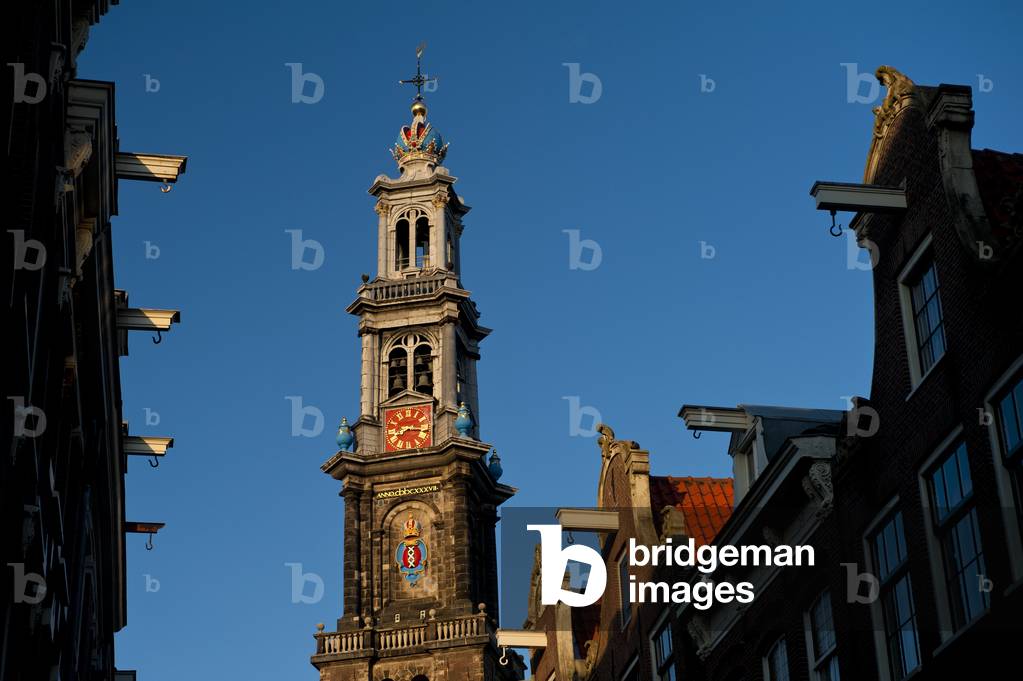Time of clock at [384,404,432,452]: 8:16
